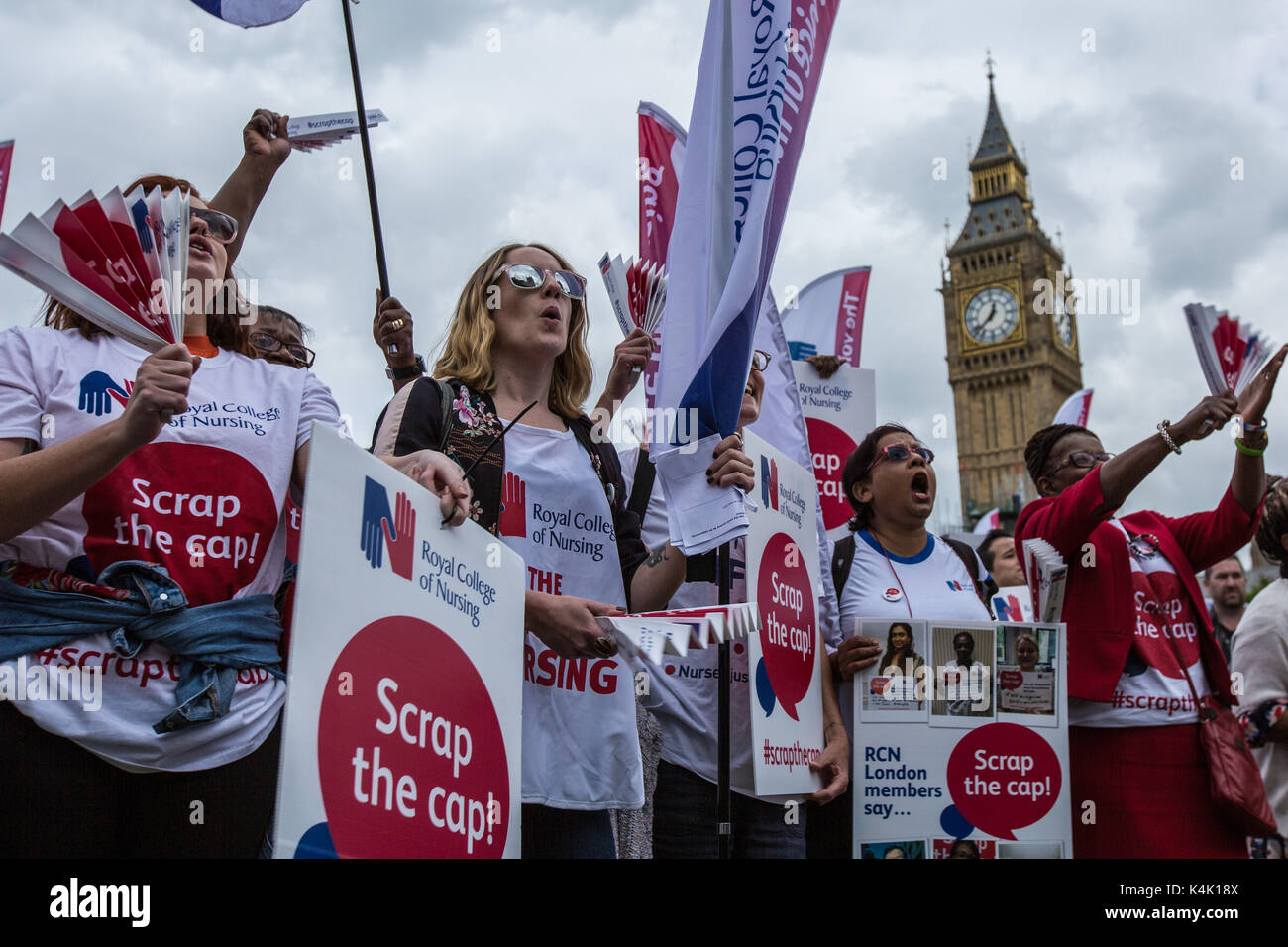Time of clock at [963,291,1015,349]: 12:37
